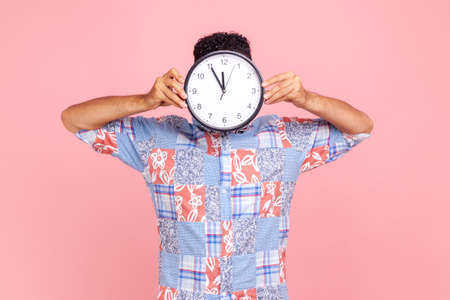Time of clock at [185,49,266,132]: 11:55
